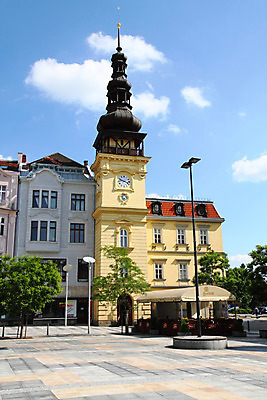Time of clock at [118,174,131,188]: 3:48
